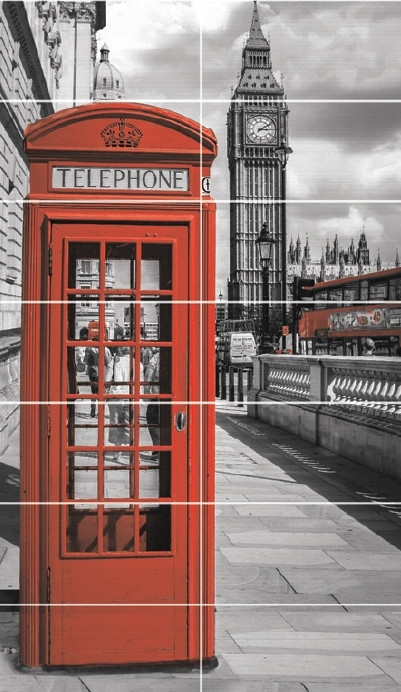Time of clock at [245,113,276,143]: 3:09
